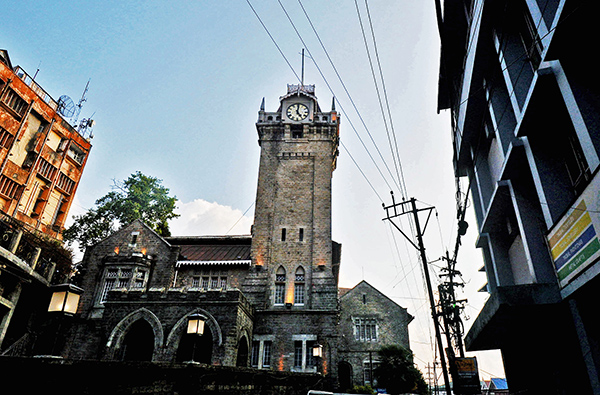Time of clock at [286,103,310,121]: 5:00
